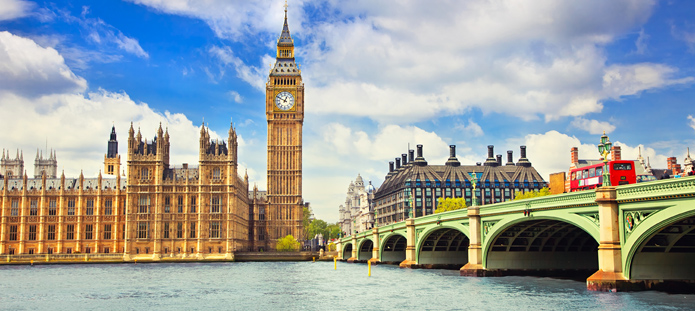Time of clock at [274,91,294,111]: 12:49
